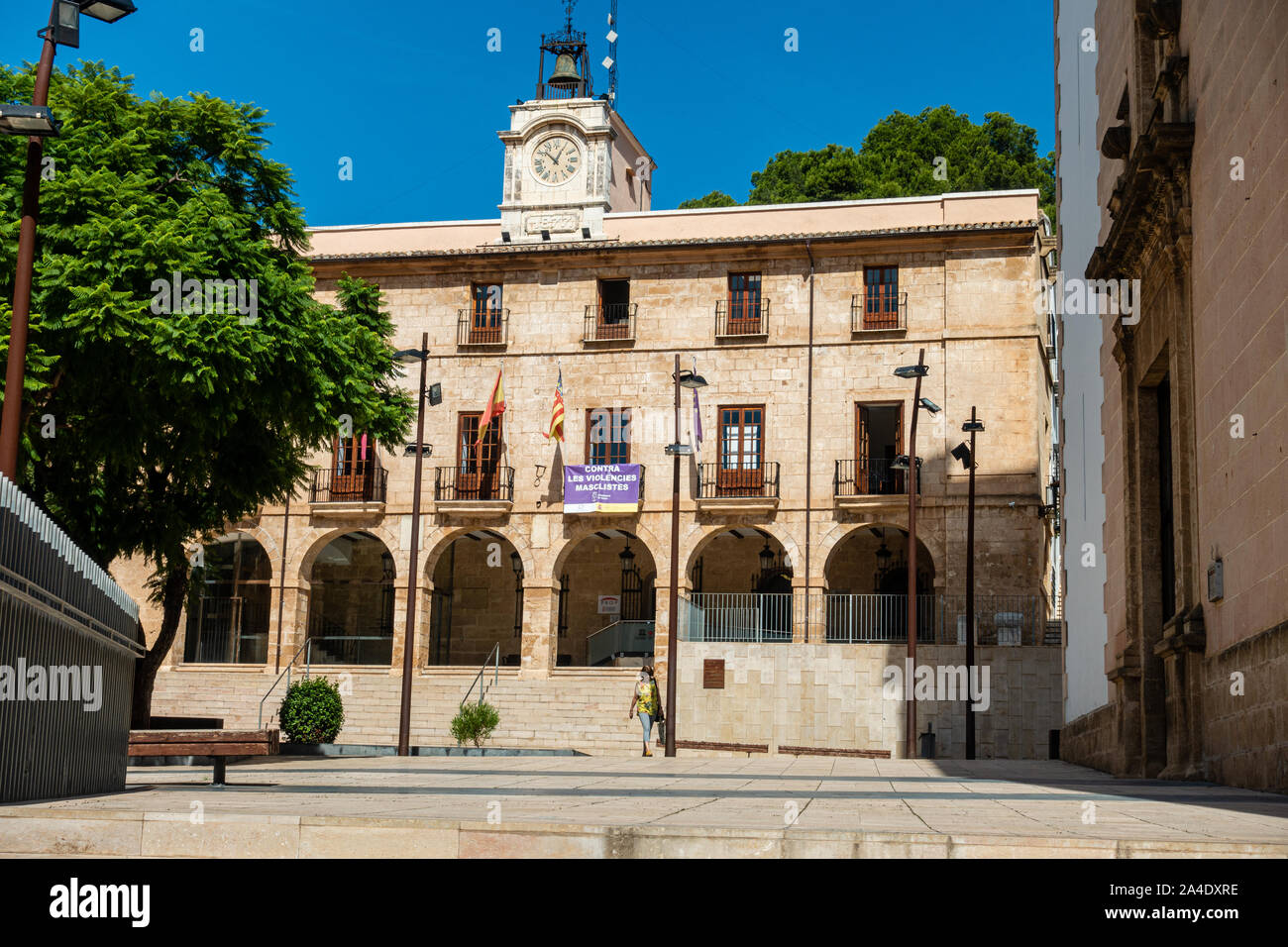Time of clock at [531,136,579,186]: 12:52
